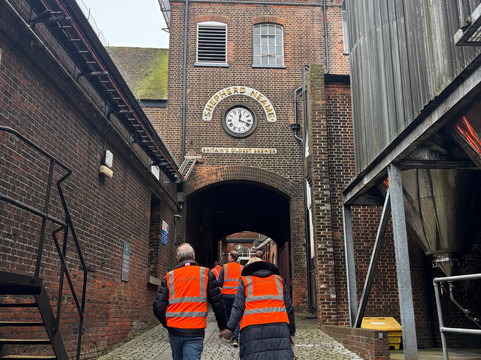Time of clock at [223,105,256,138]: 12:18
